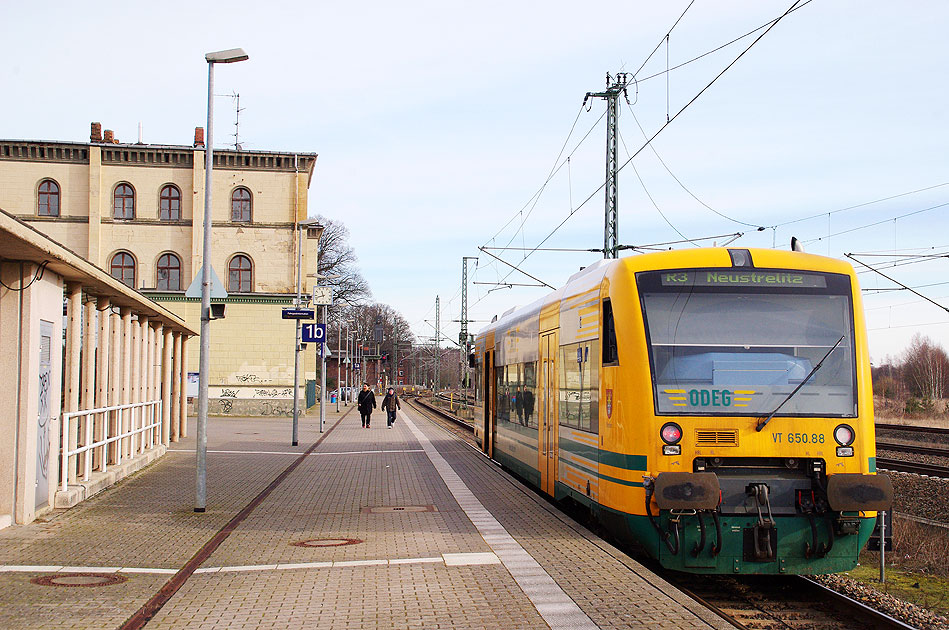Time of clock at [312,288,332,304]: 11:42
